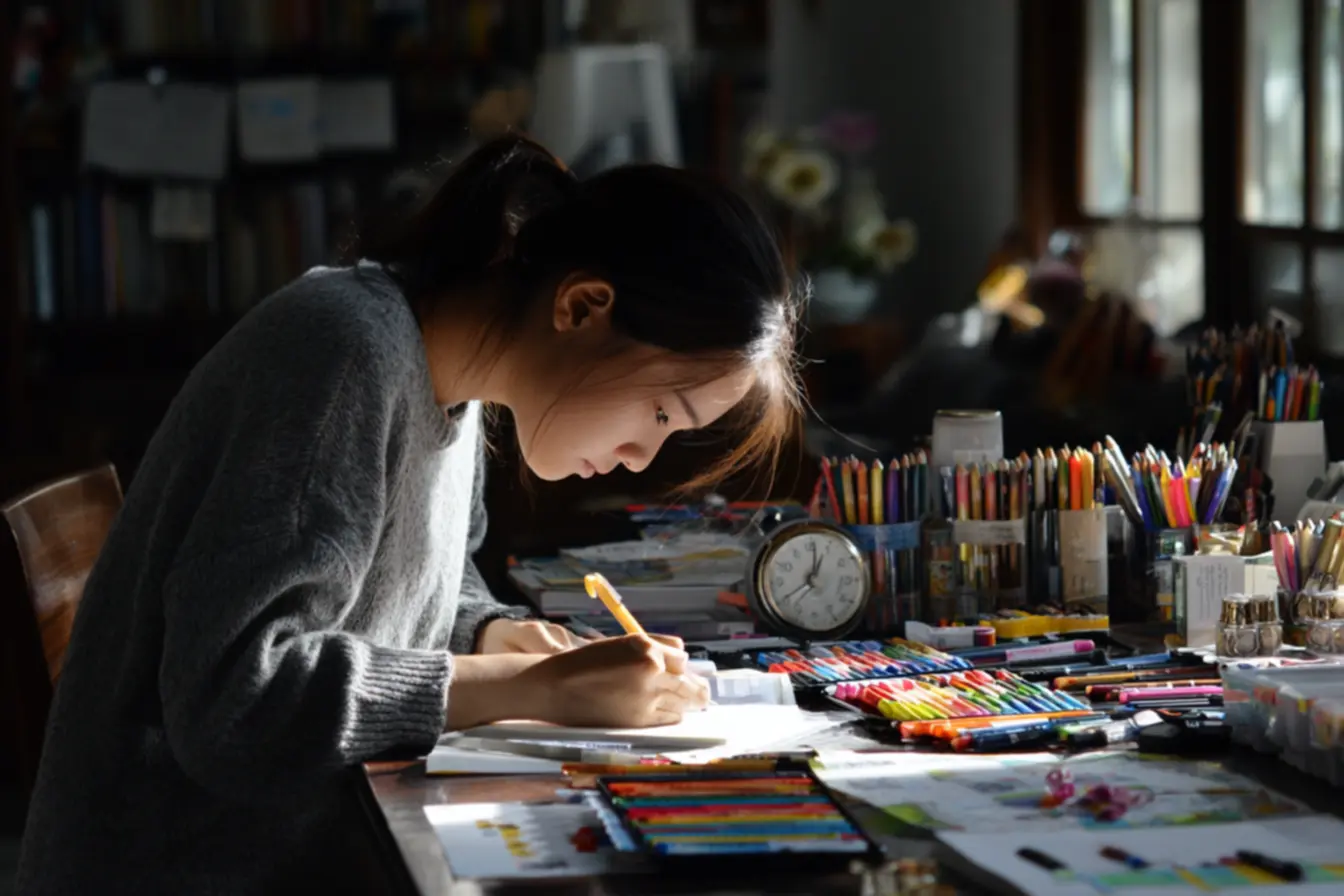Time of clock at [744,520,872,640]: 1:01
